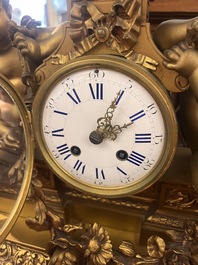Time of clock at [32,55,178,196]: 2:04
